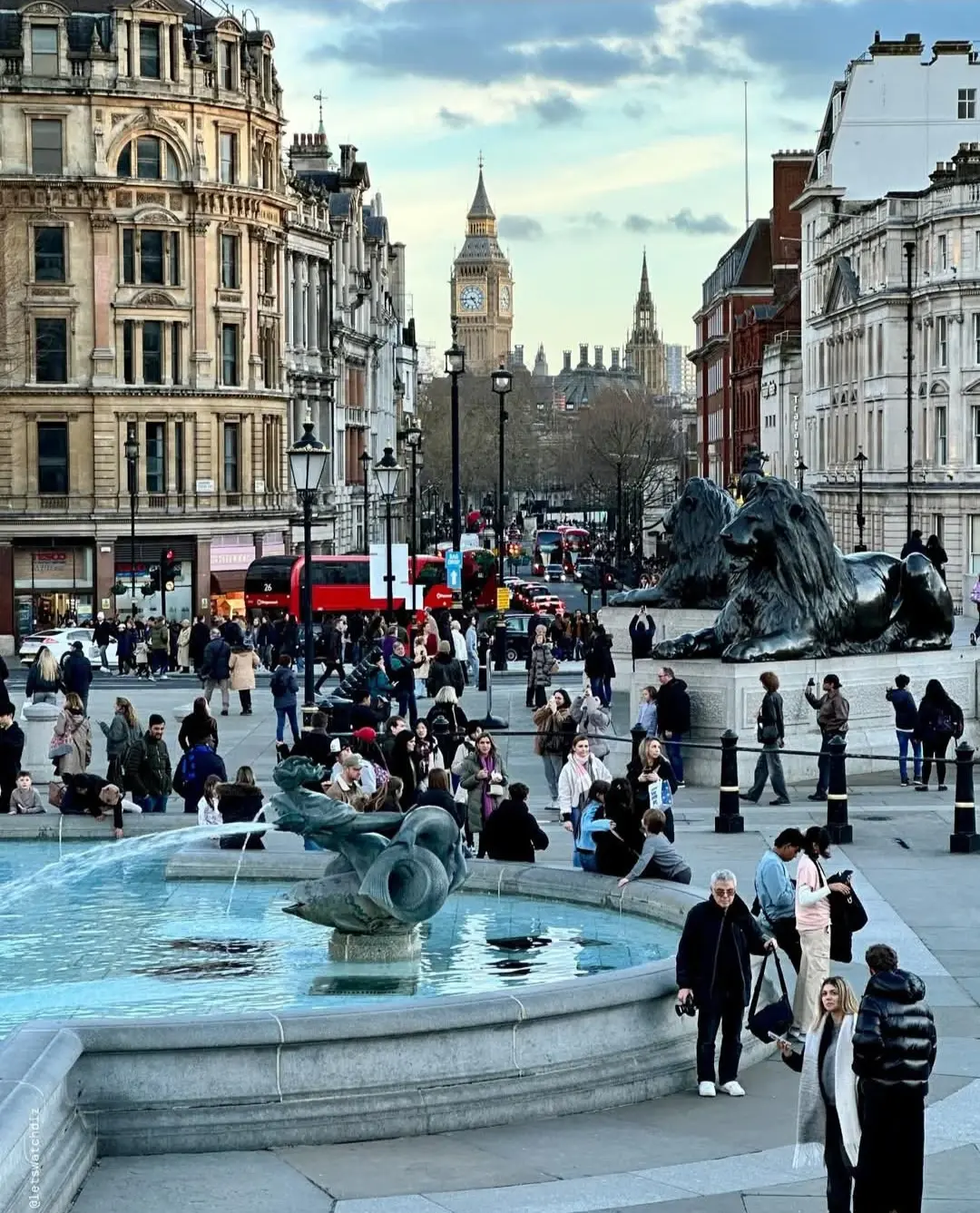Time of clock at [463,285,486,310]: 4:44
